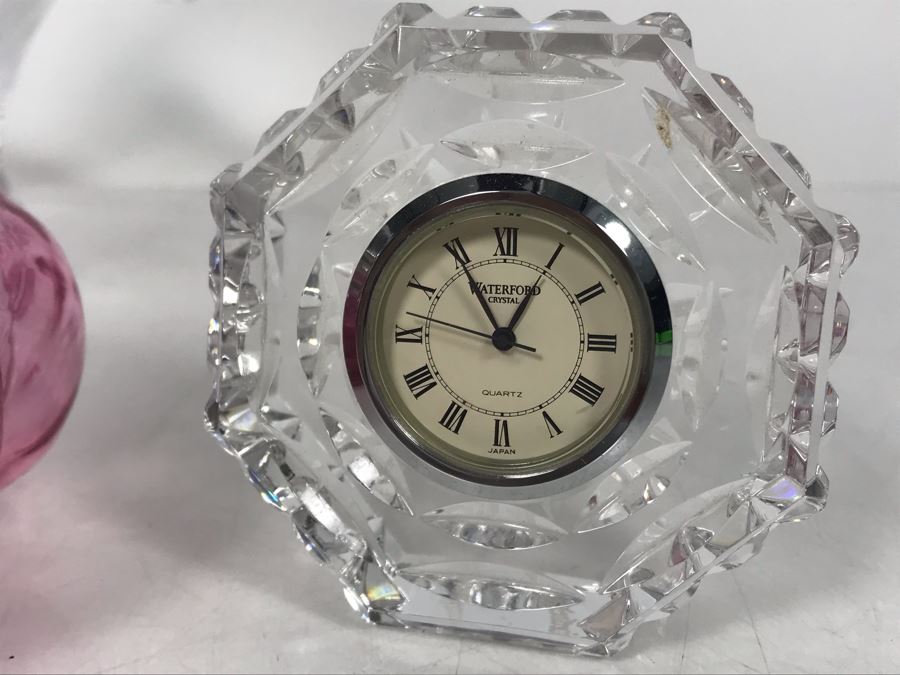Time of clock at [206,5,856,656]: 12:55
